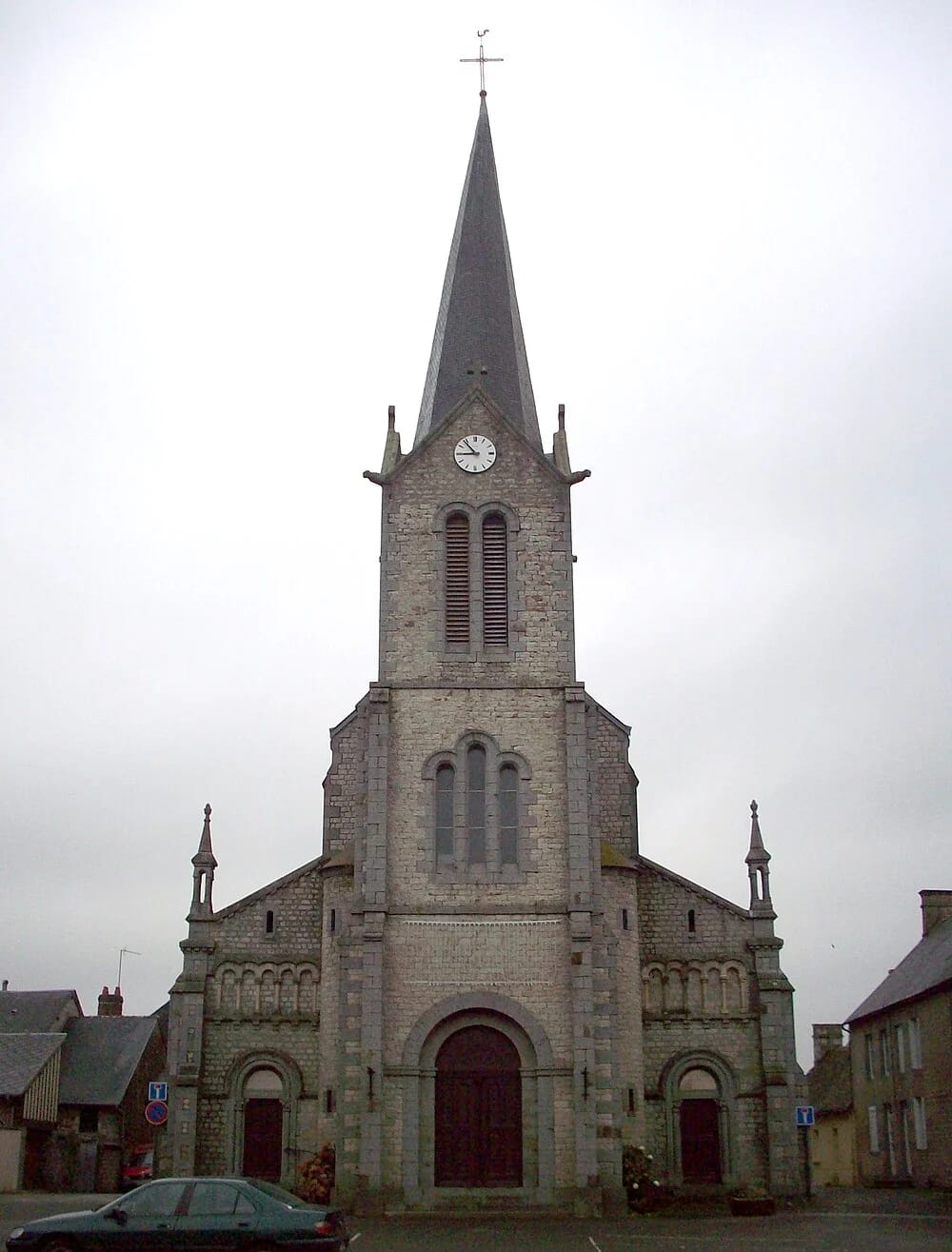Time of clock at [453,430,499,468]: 8:53
